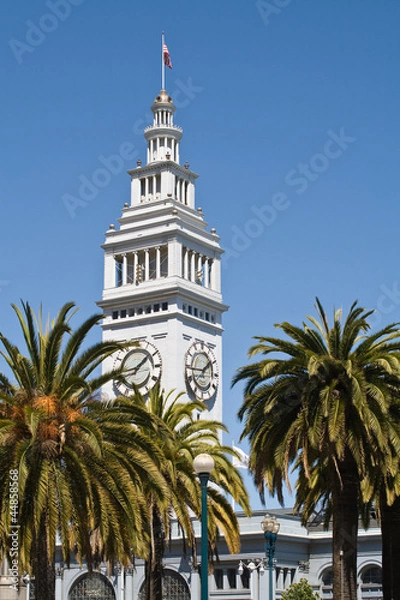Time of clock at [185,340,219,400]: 1:44
